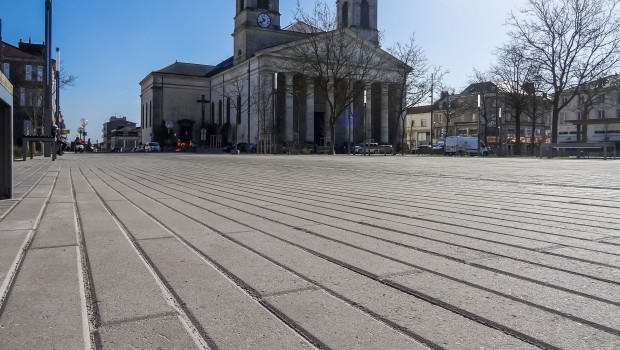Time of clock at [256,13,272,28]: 10:39
